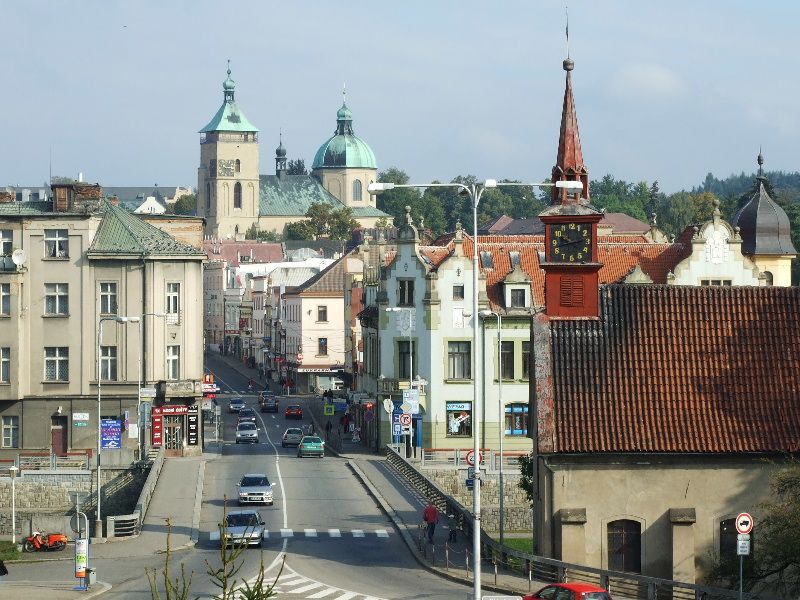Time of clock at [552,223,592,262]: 2:42
